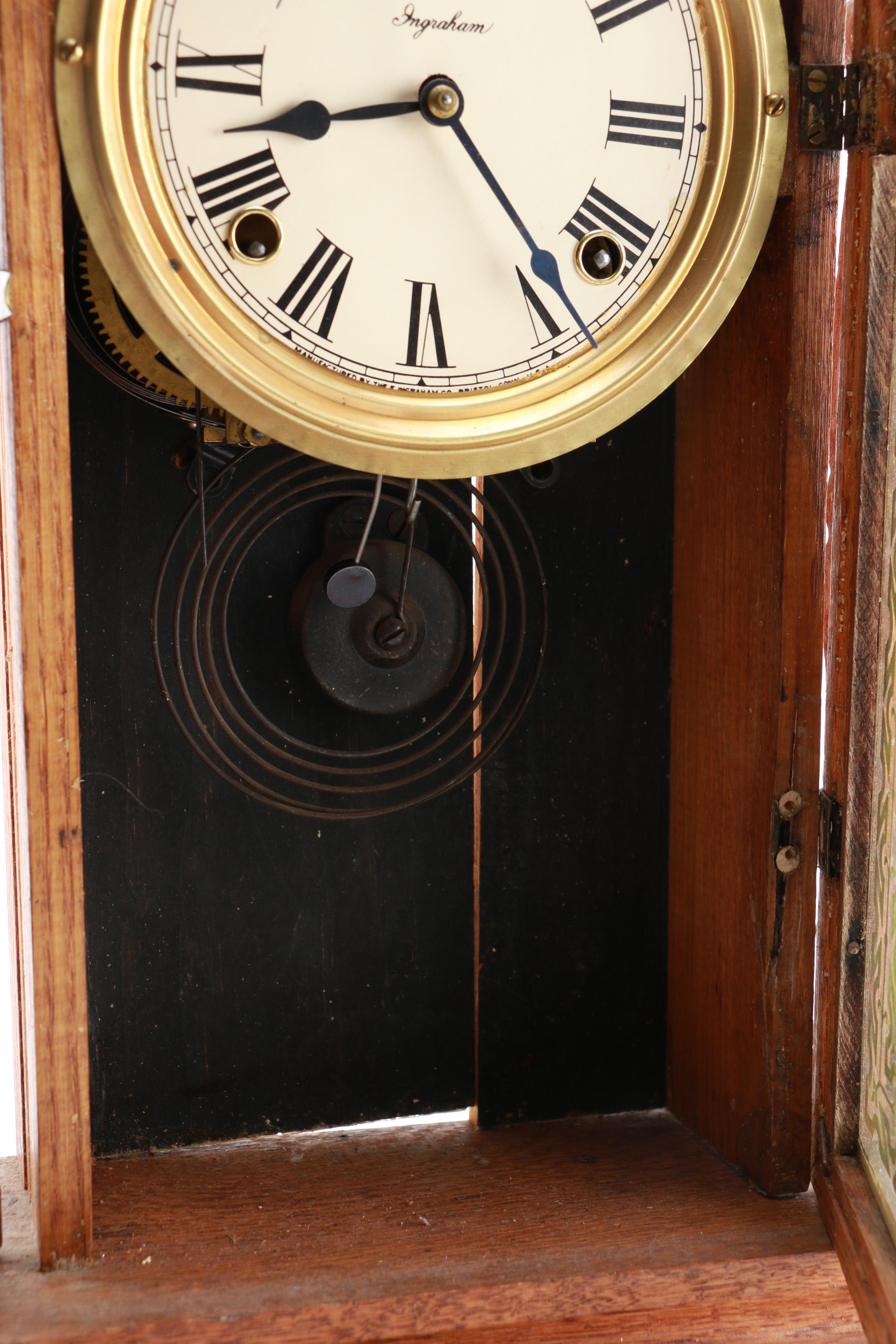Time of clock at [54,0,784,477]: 8:23
